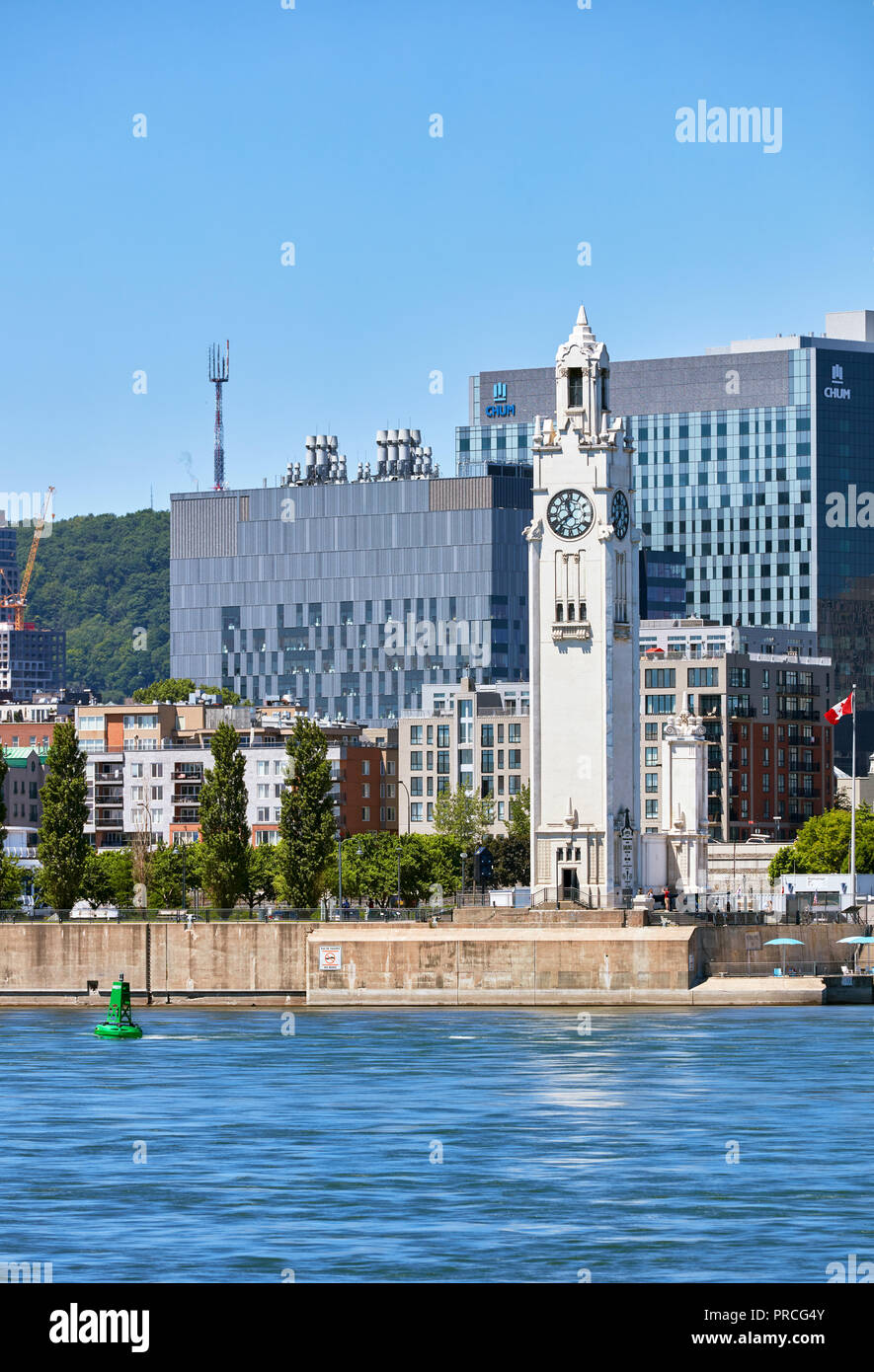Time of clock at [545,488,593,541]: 11:37
